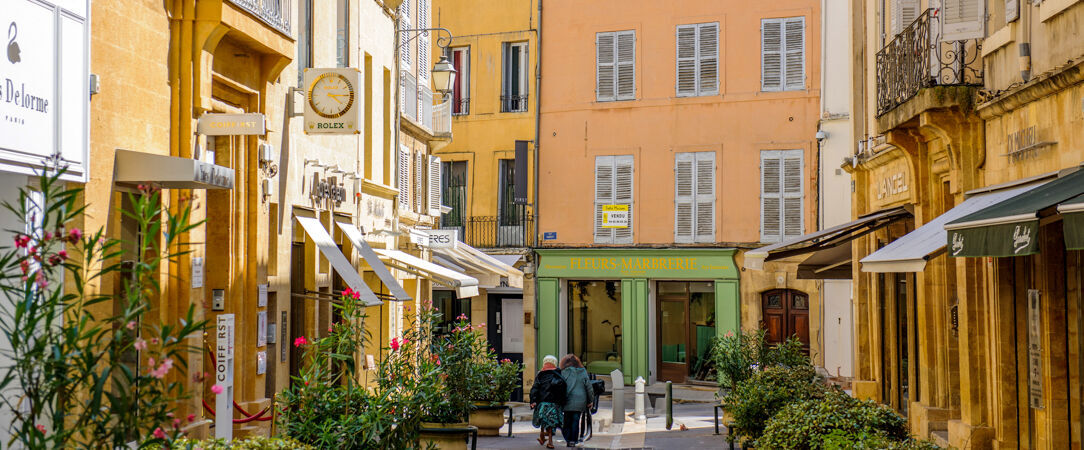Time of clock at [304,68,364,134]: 4:14
